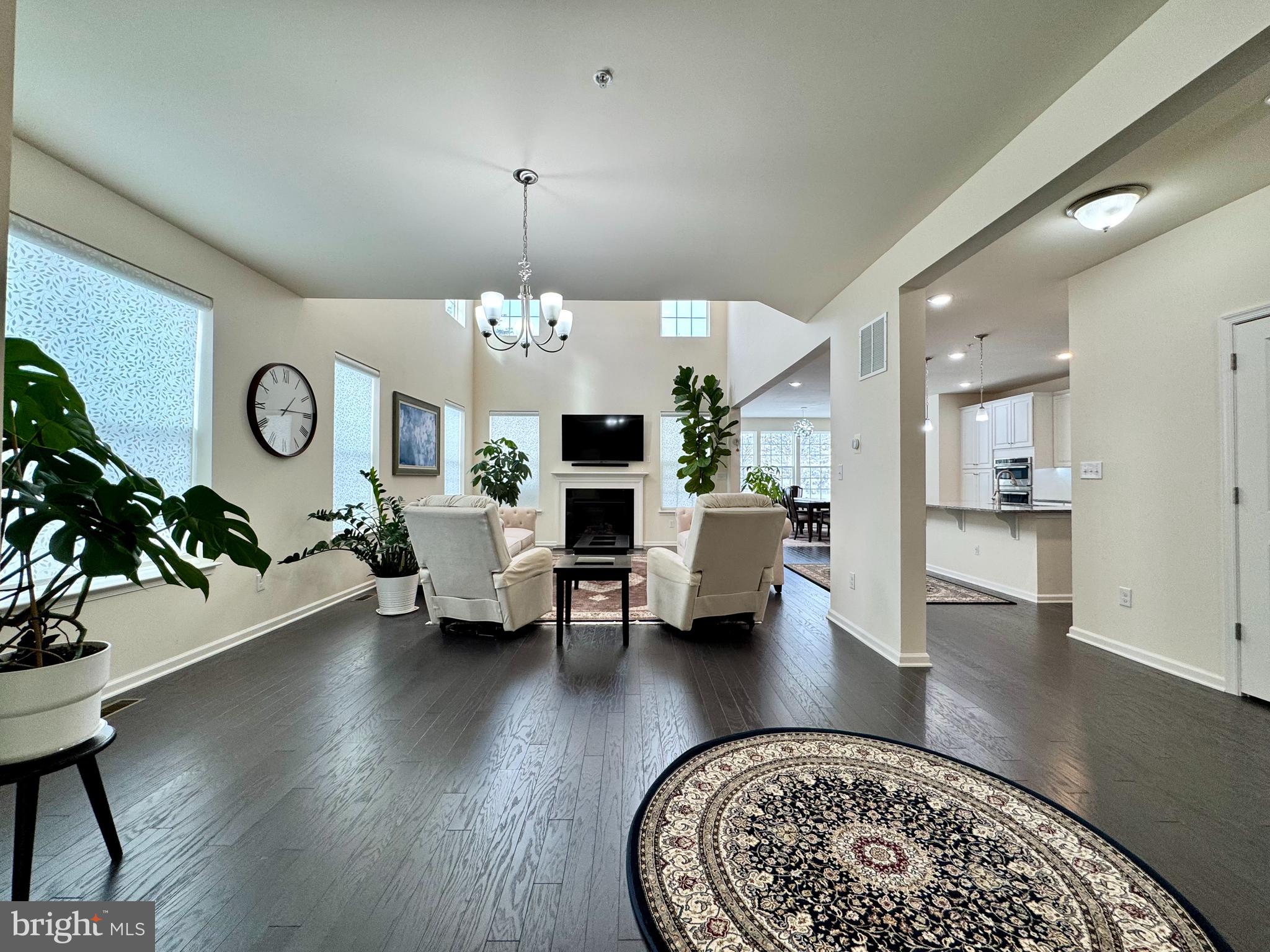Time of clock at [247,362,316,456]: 1:14
